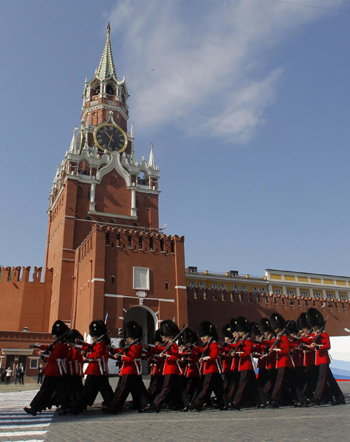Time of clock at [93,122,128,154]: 10:32
